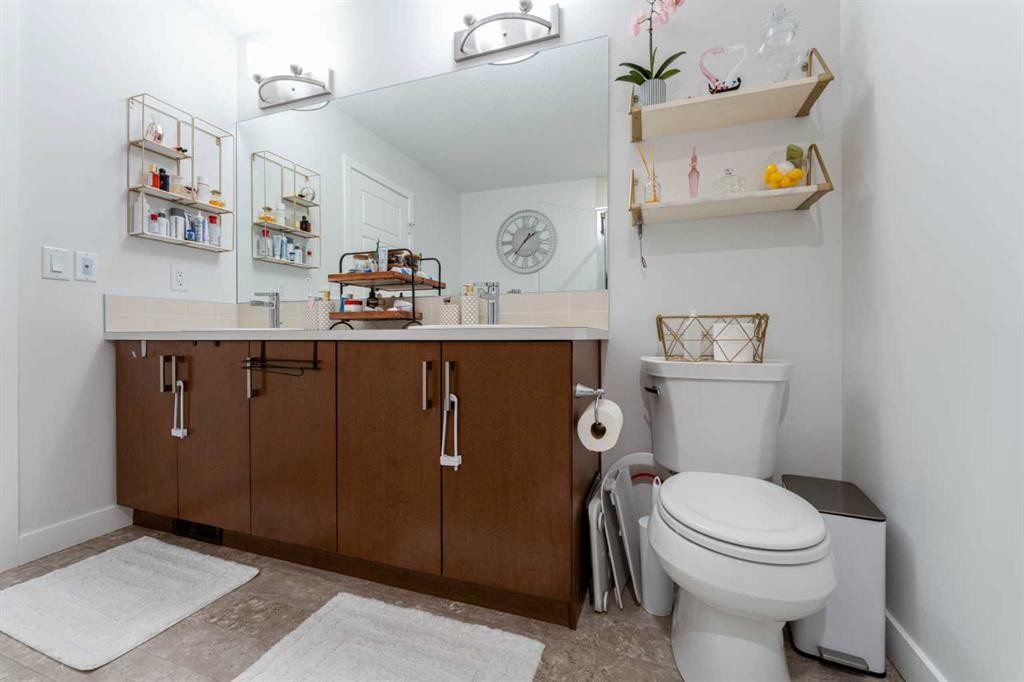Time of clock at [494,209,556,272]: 1:36
